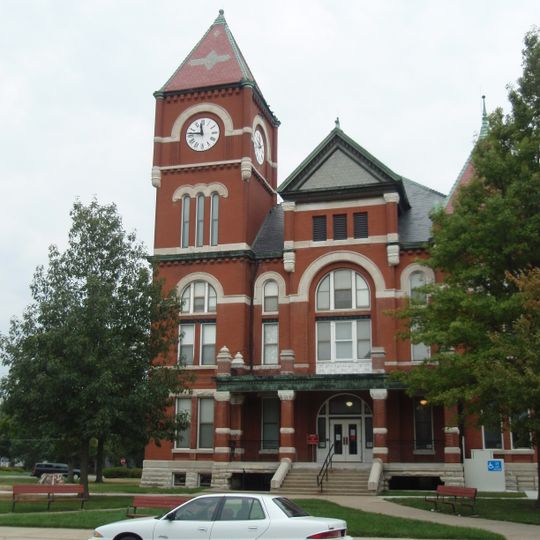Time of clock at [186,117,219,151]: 11:46
